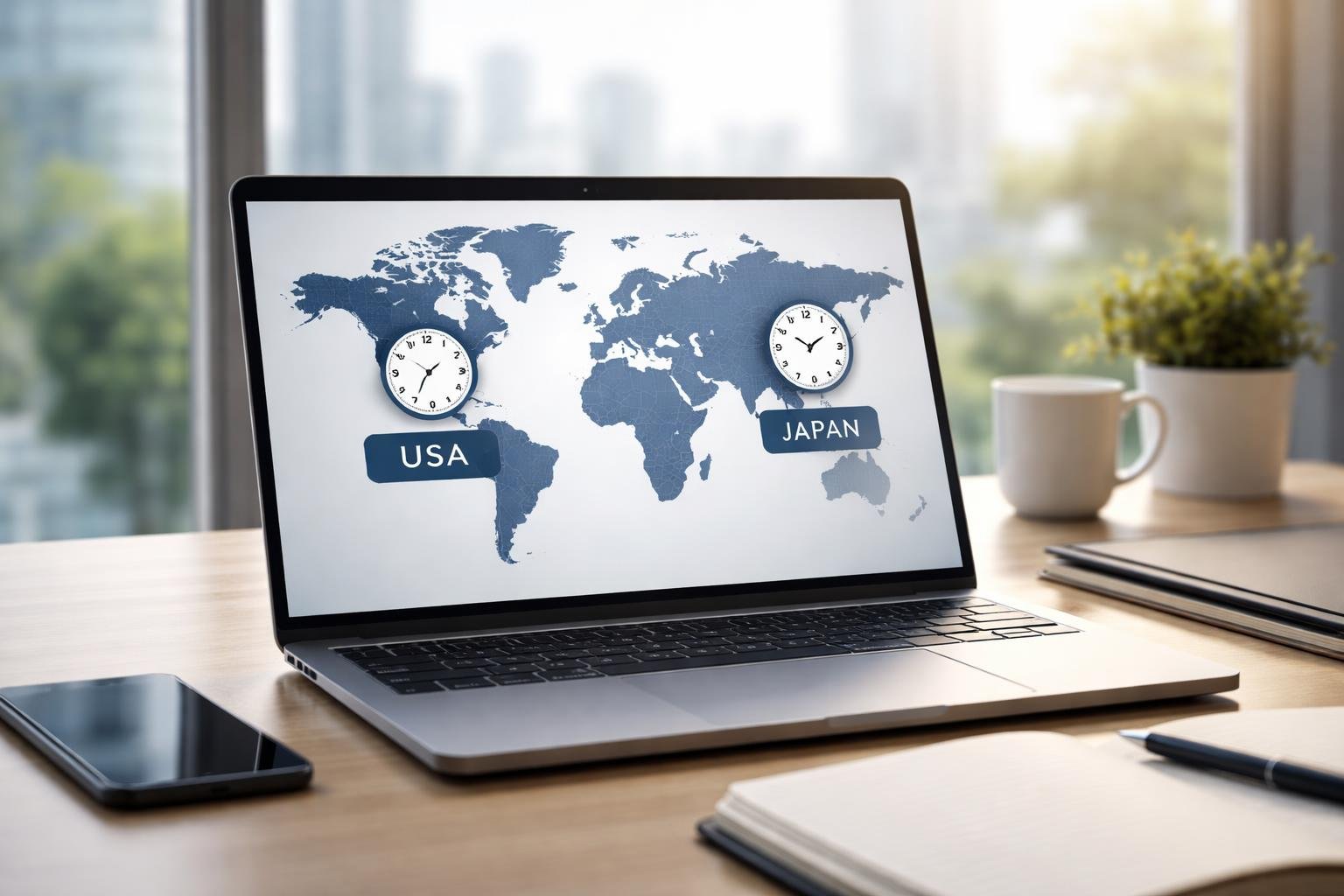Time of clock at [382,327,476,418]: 1:34
